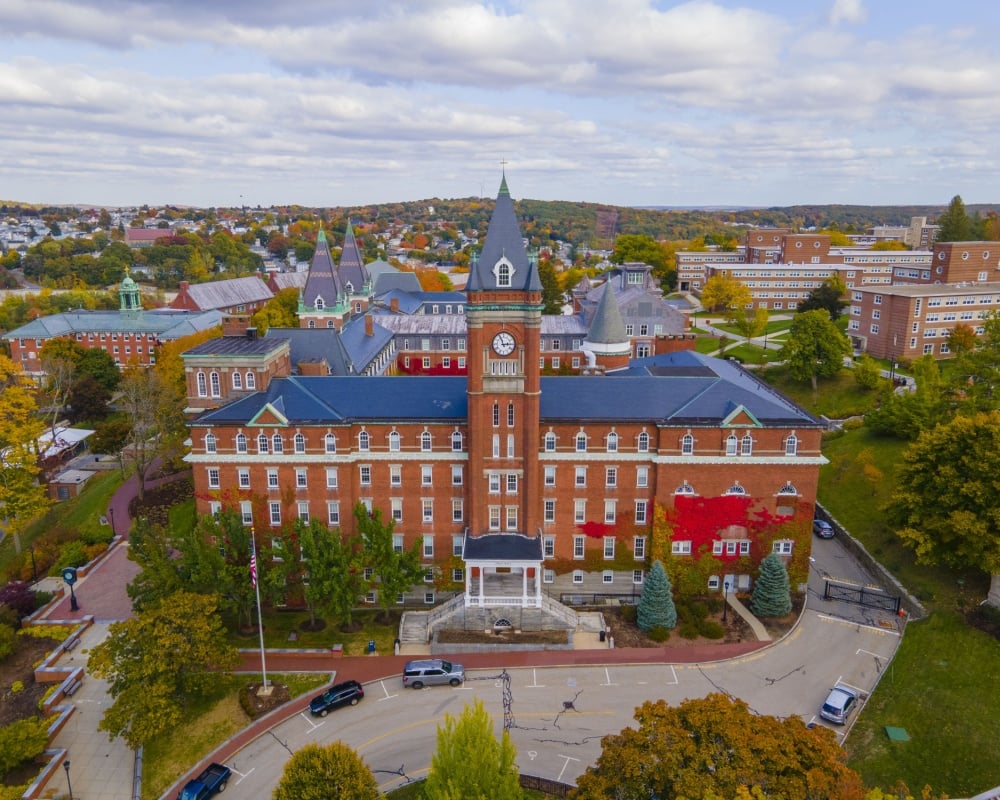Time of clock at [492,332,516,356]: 2:56
